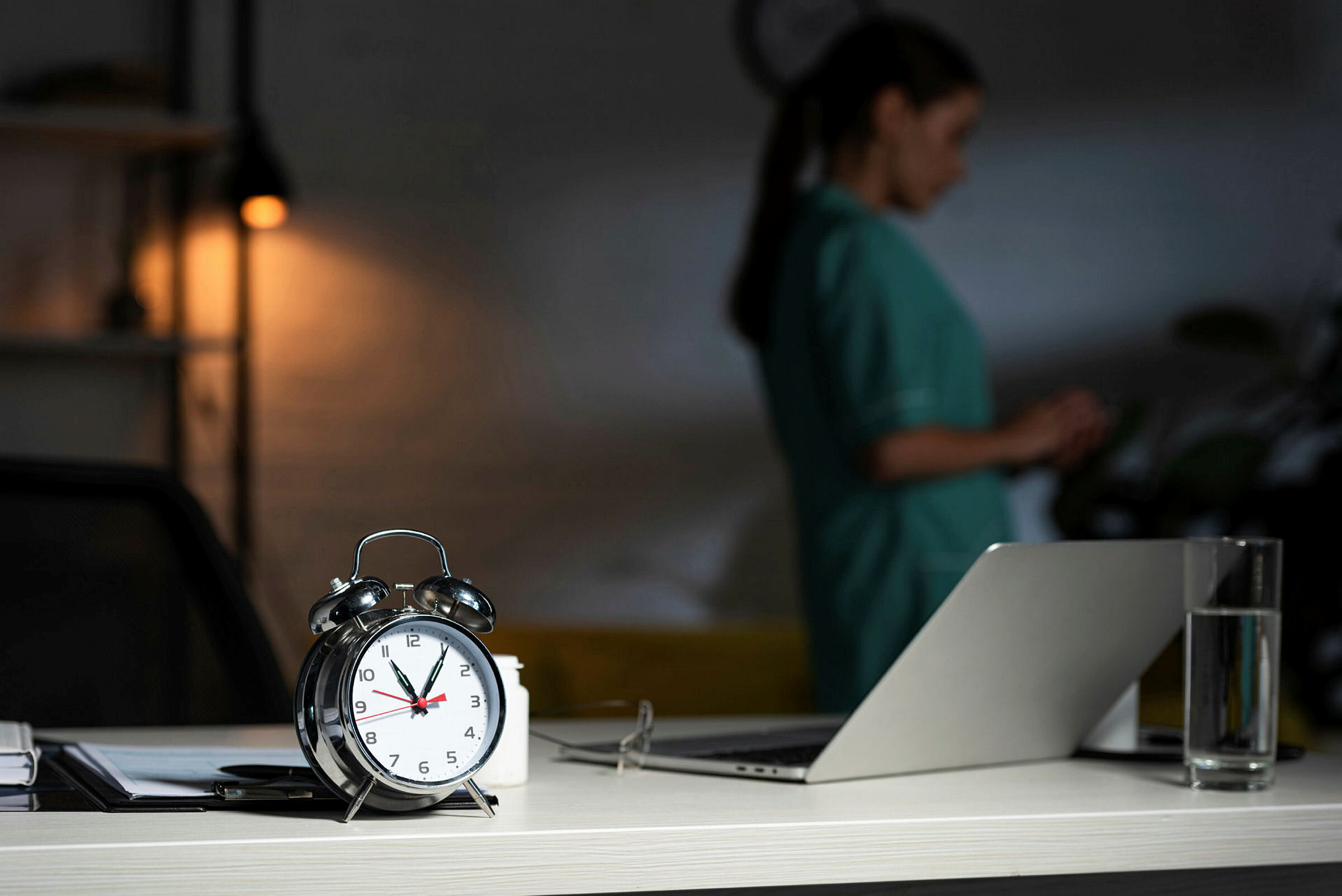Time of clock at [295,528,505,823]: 11:05
